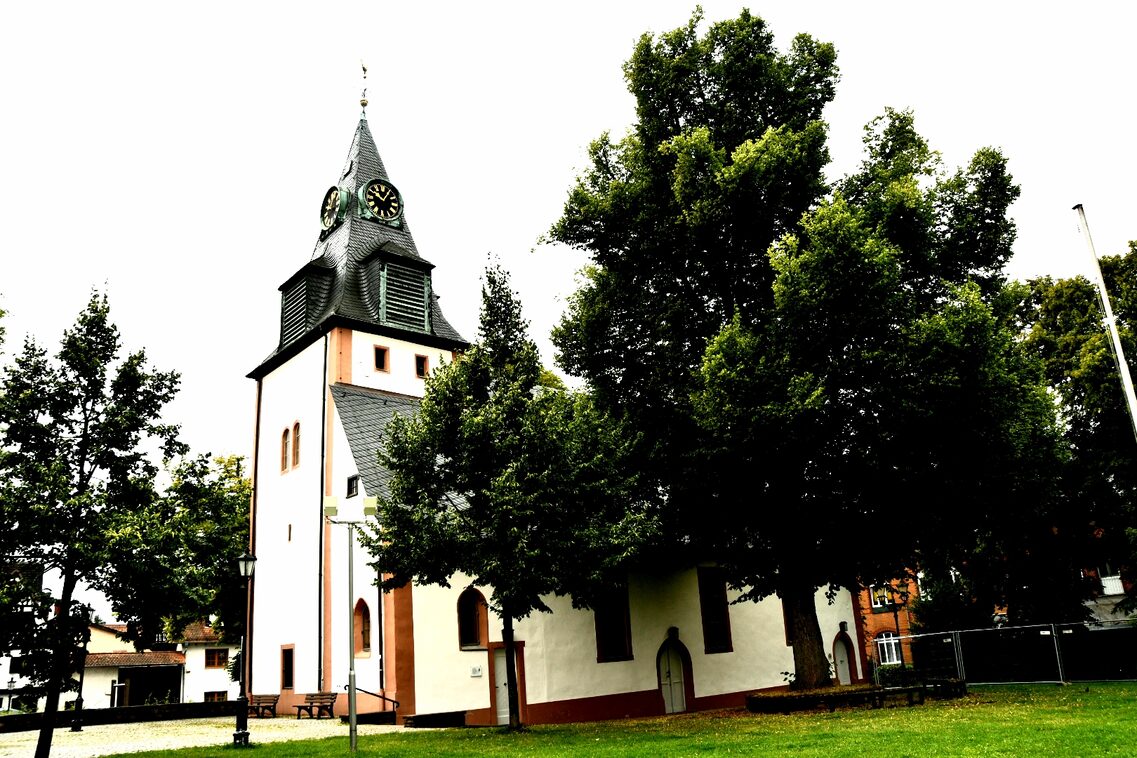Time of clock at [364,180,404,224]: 10:05
